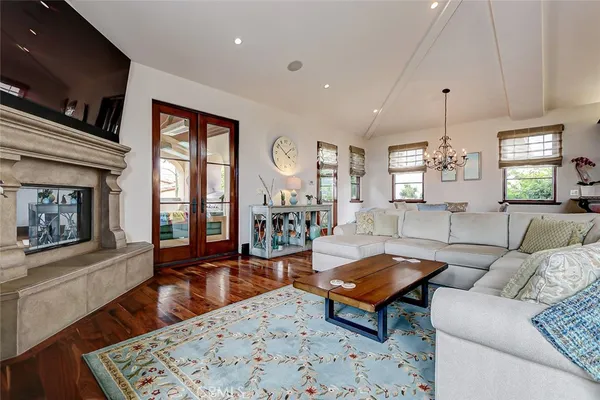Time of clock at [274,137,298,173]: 1:51
